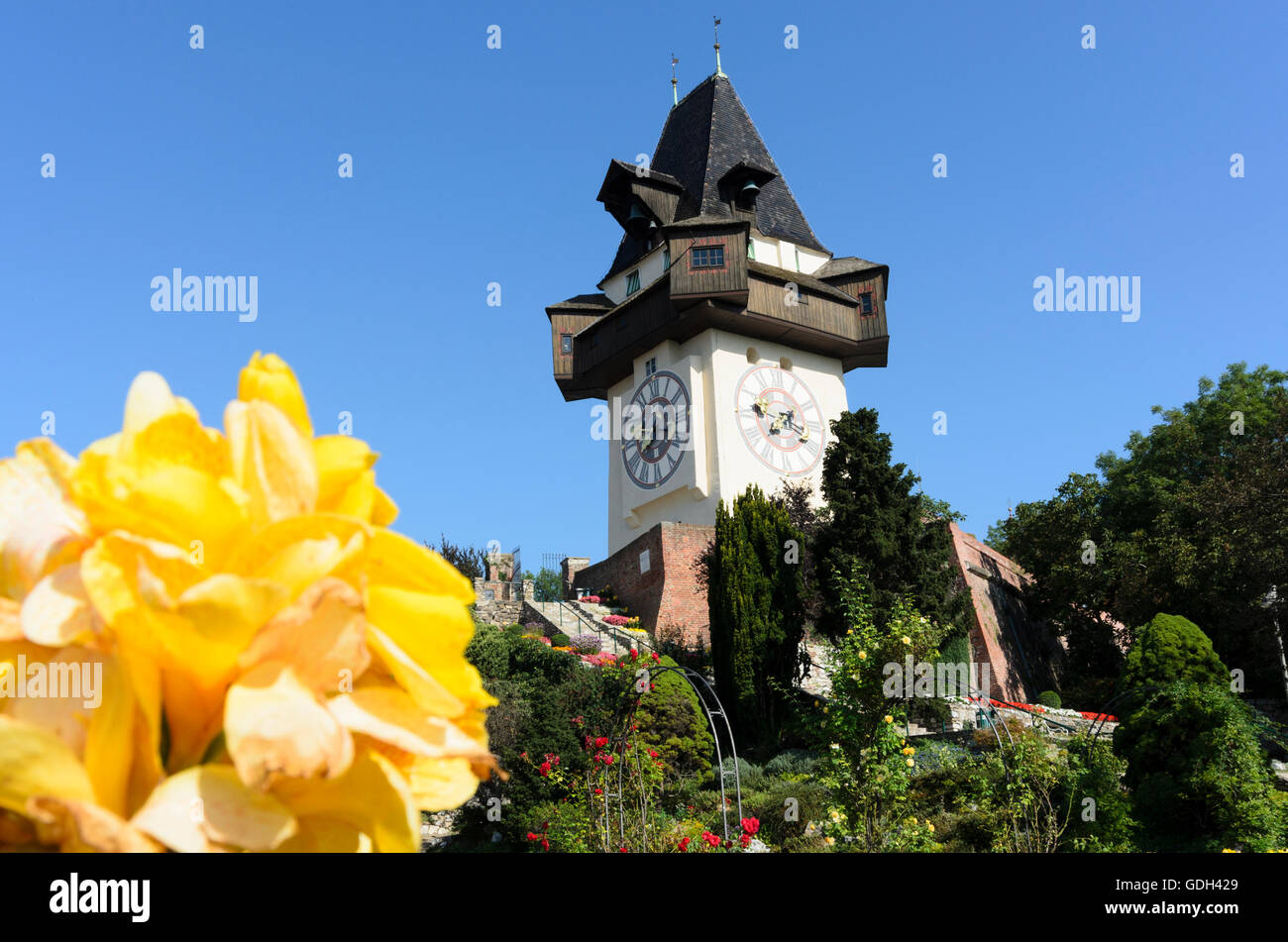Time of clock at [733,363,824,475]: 2:18
